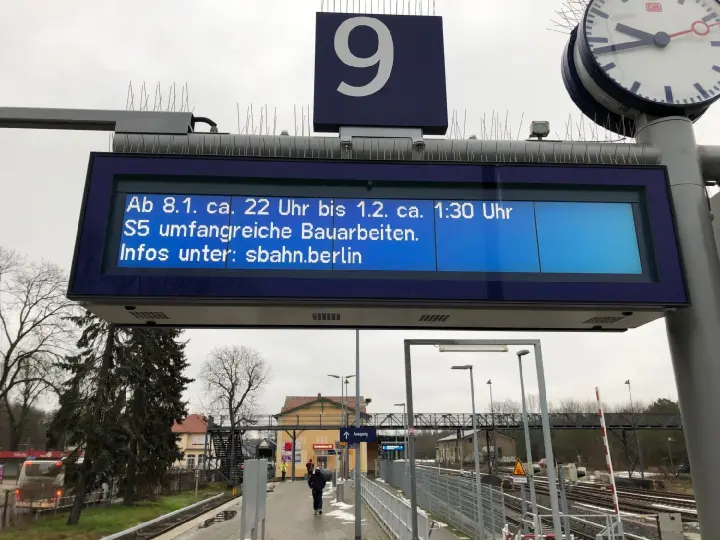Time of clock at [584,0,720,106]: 9:42
